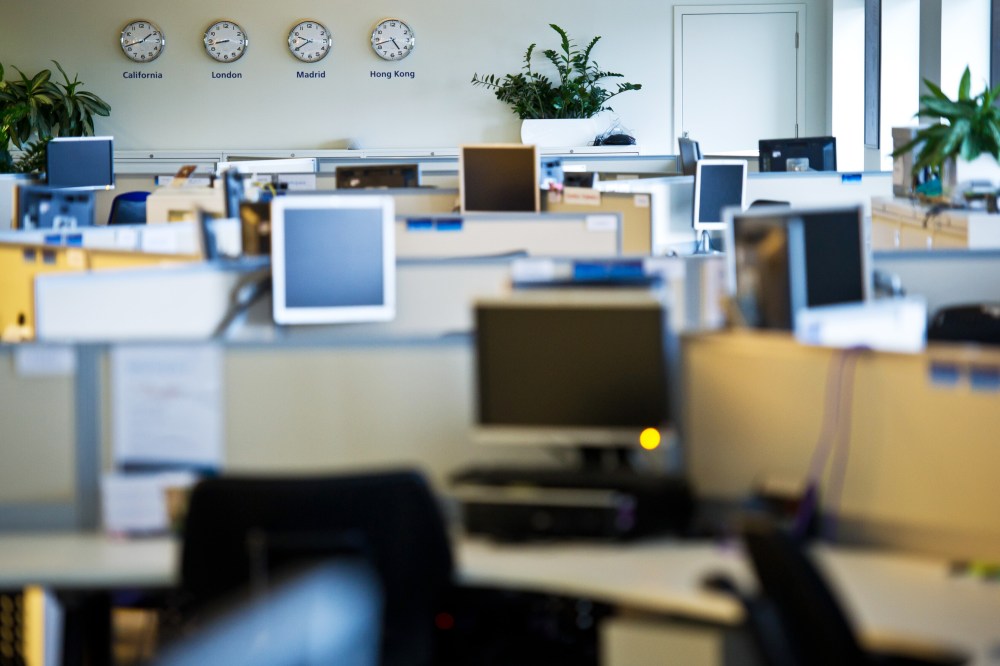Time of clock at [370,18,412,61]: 4:42
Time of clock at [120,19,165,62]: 1:42
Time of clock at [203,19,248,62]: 8:43
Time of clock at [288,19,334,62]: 9:40
